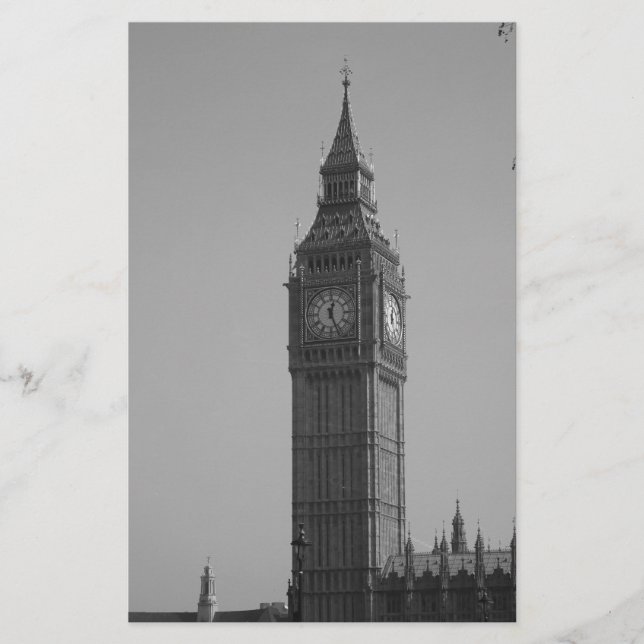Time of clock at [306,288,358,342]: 12:26
